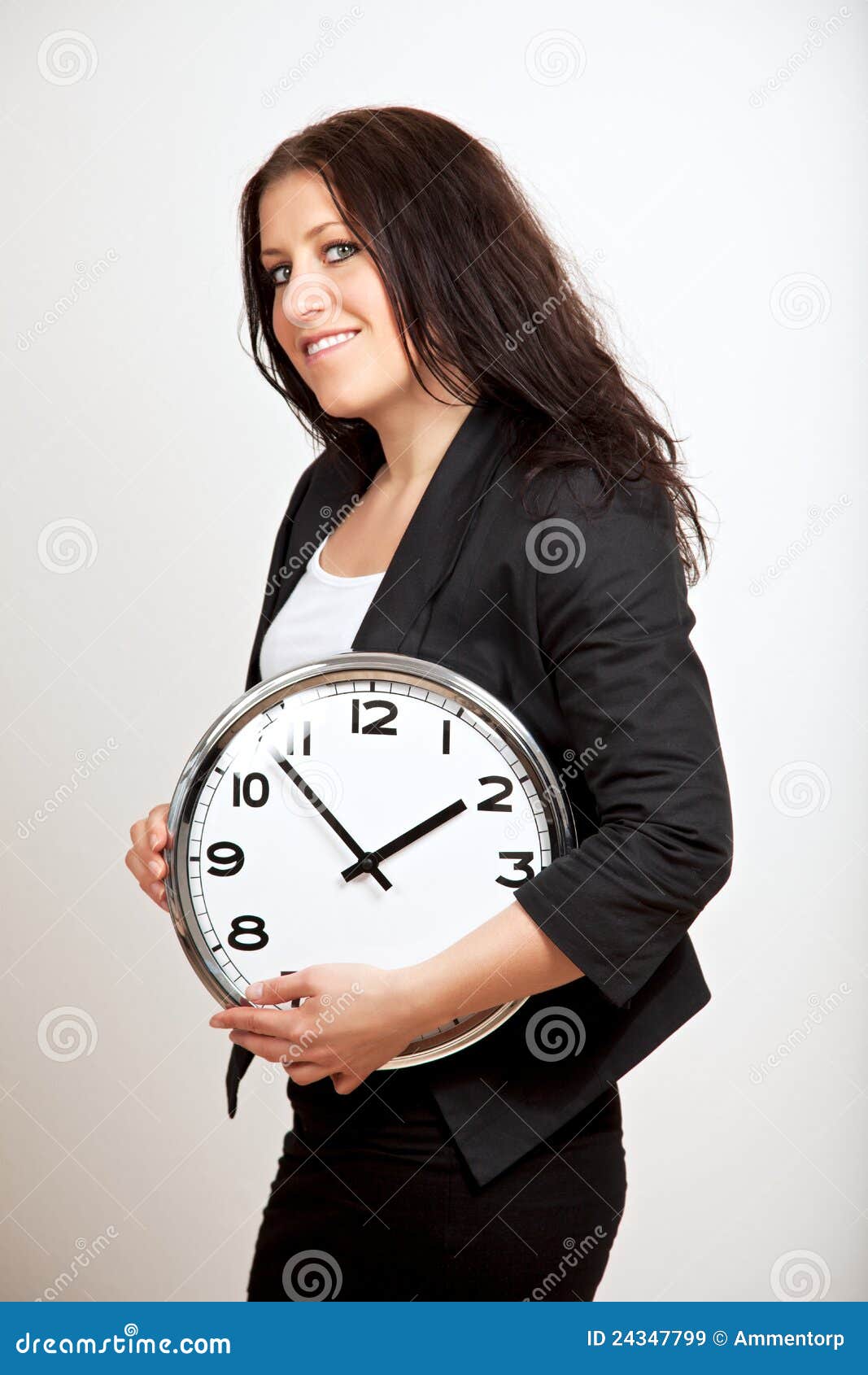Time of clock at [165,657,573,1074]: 1:53
